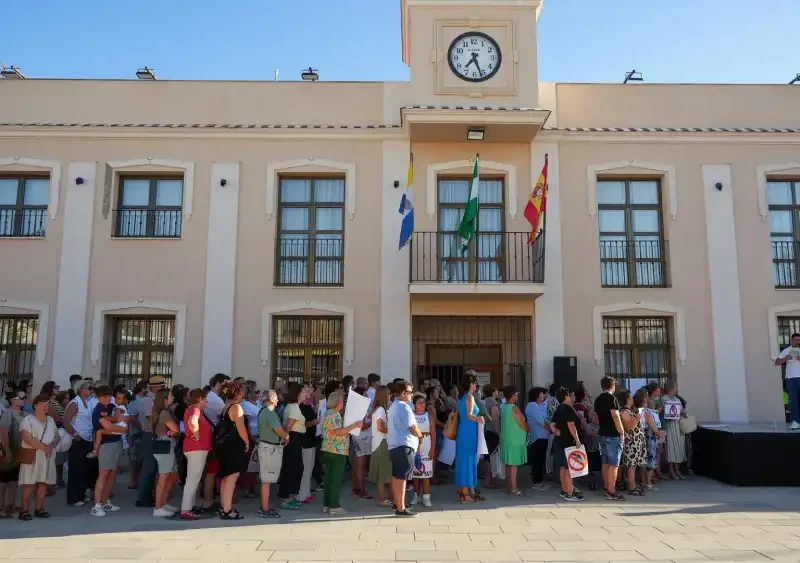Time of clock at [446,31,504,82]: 7:26
